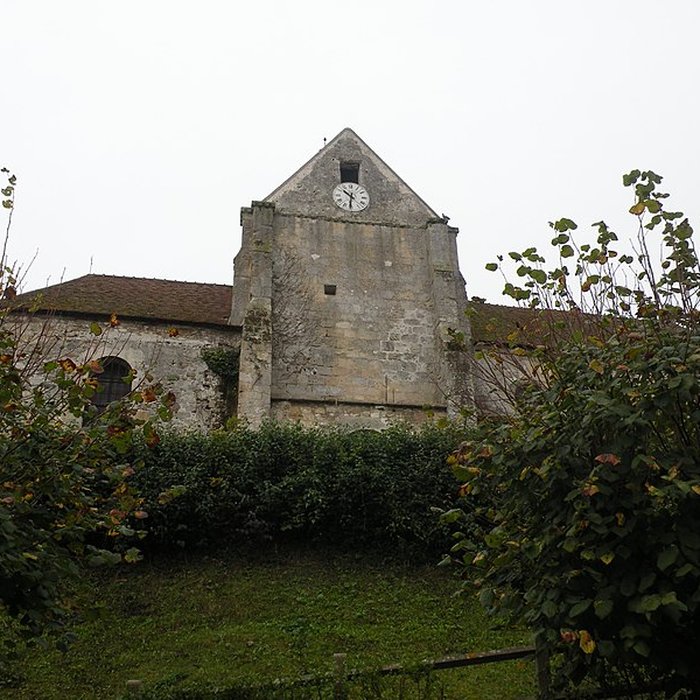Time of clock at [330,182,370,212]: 10:31
